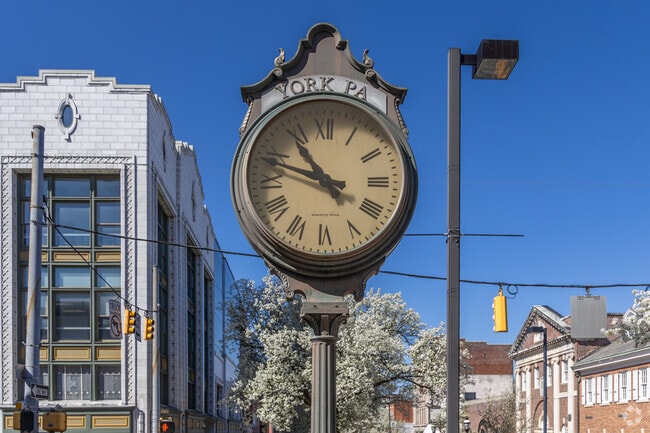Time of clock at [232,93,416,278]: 10:48
